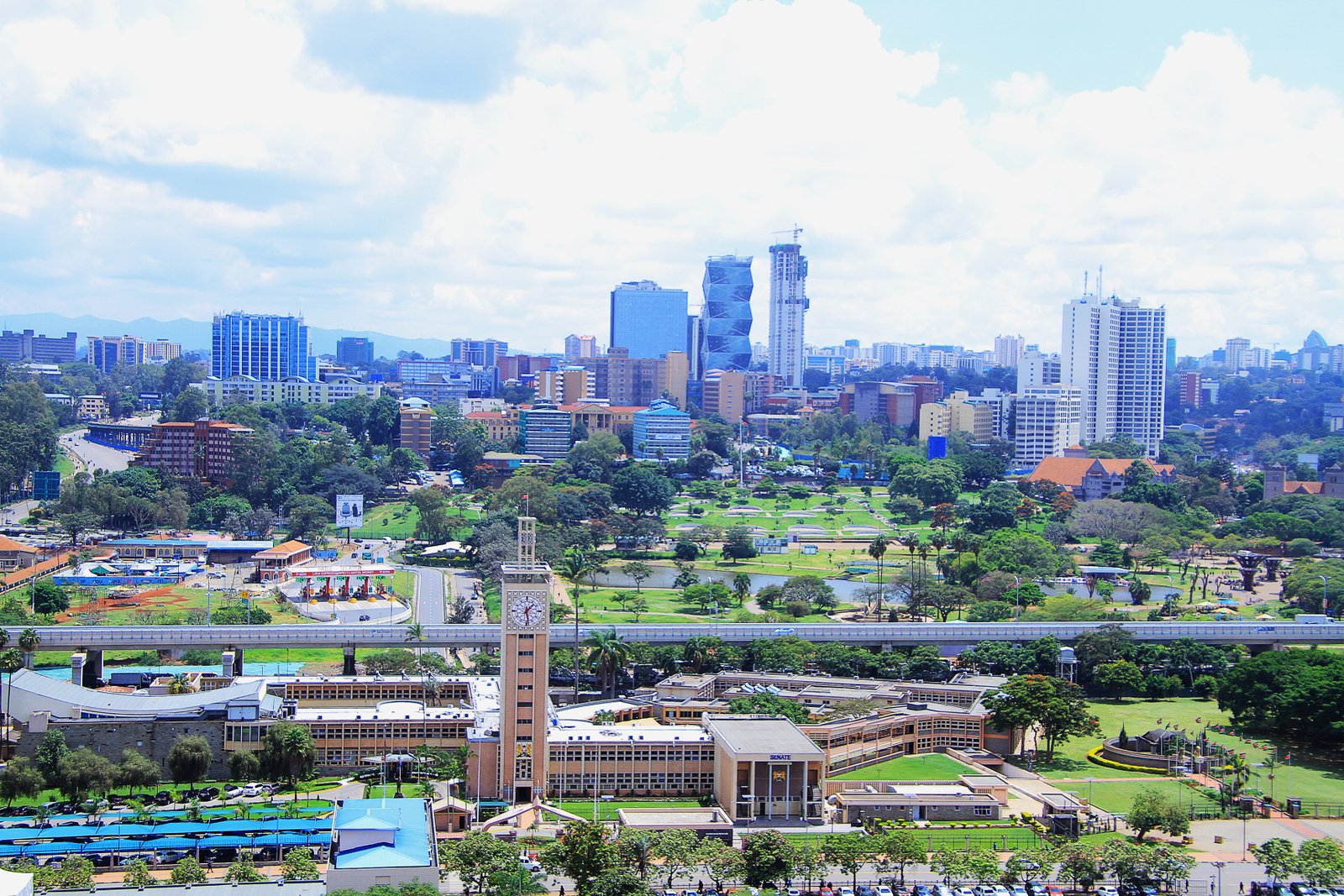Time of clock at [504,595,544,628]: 1:28
